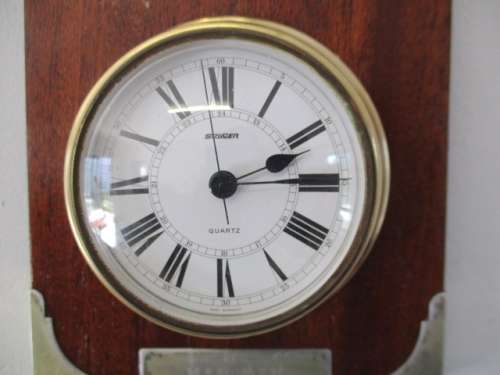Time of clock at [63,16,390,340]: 2:14
